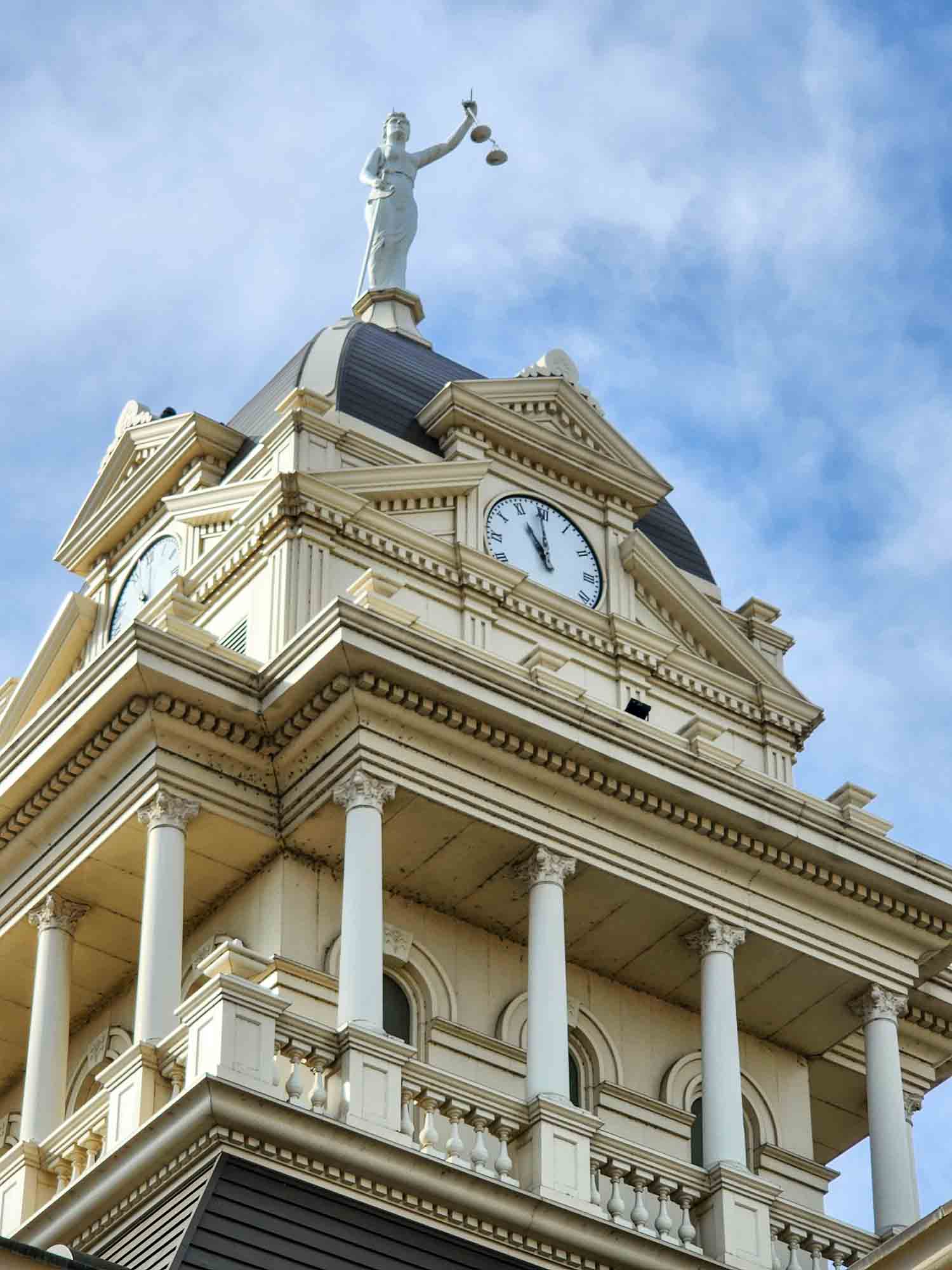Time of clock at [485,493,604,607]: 10:59
